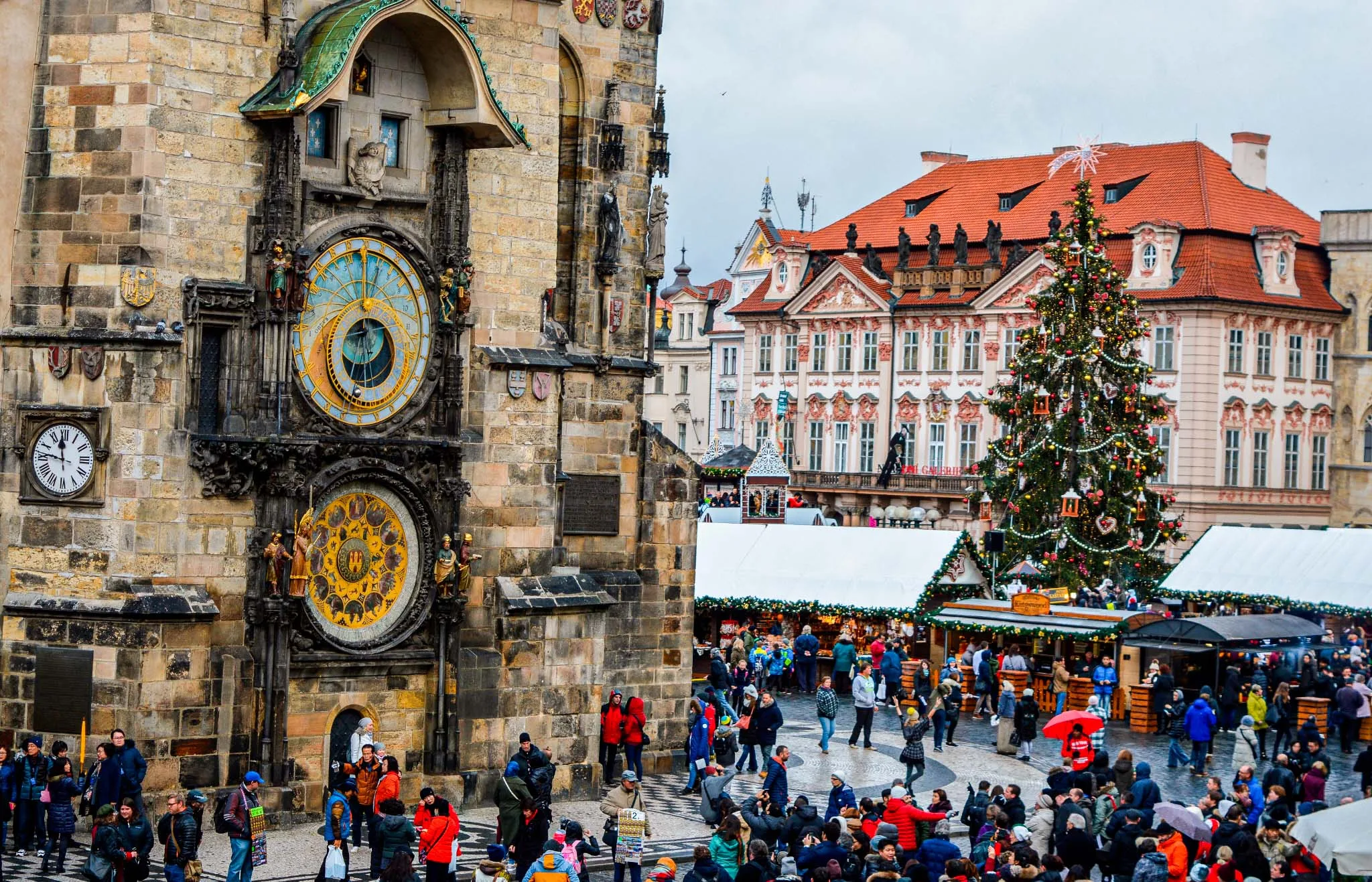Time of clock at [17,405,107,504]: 11:46
